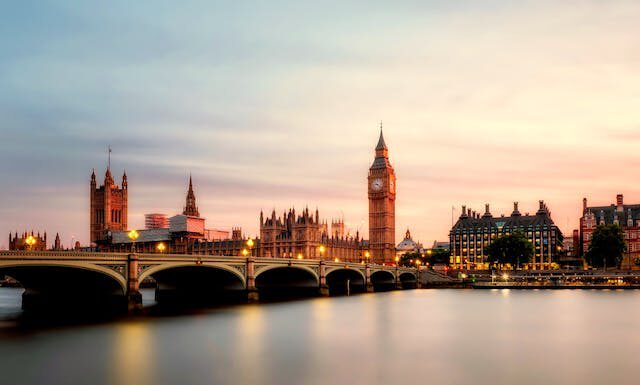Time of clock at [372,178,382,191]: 9:22
